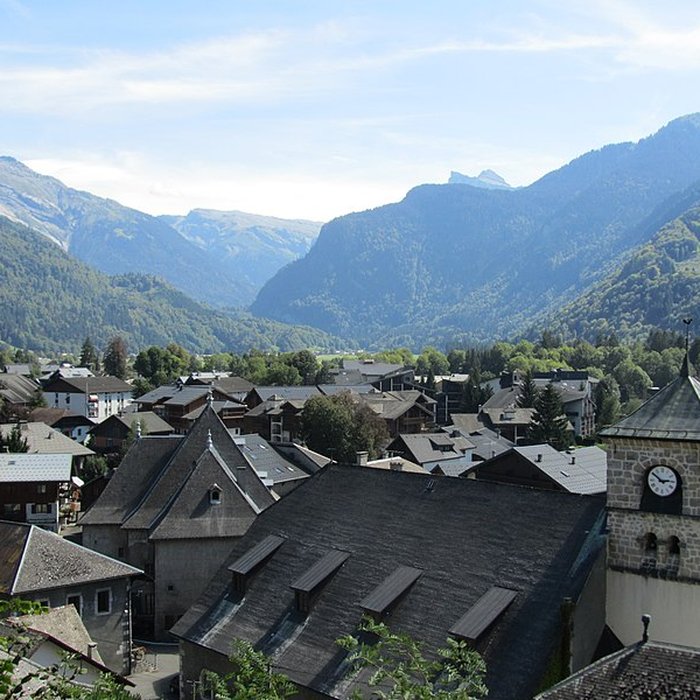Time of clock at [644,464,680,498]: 2:50
